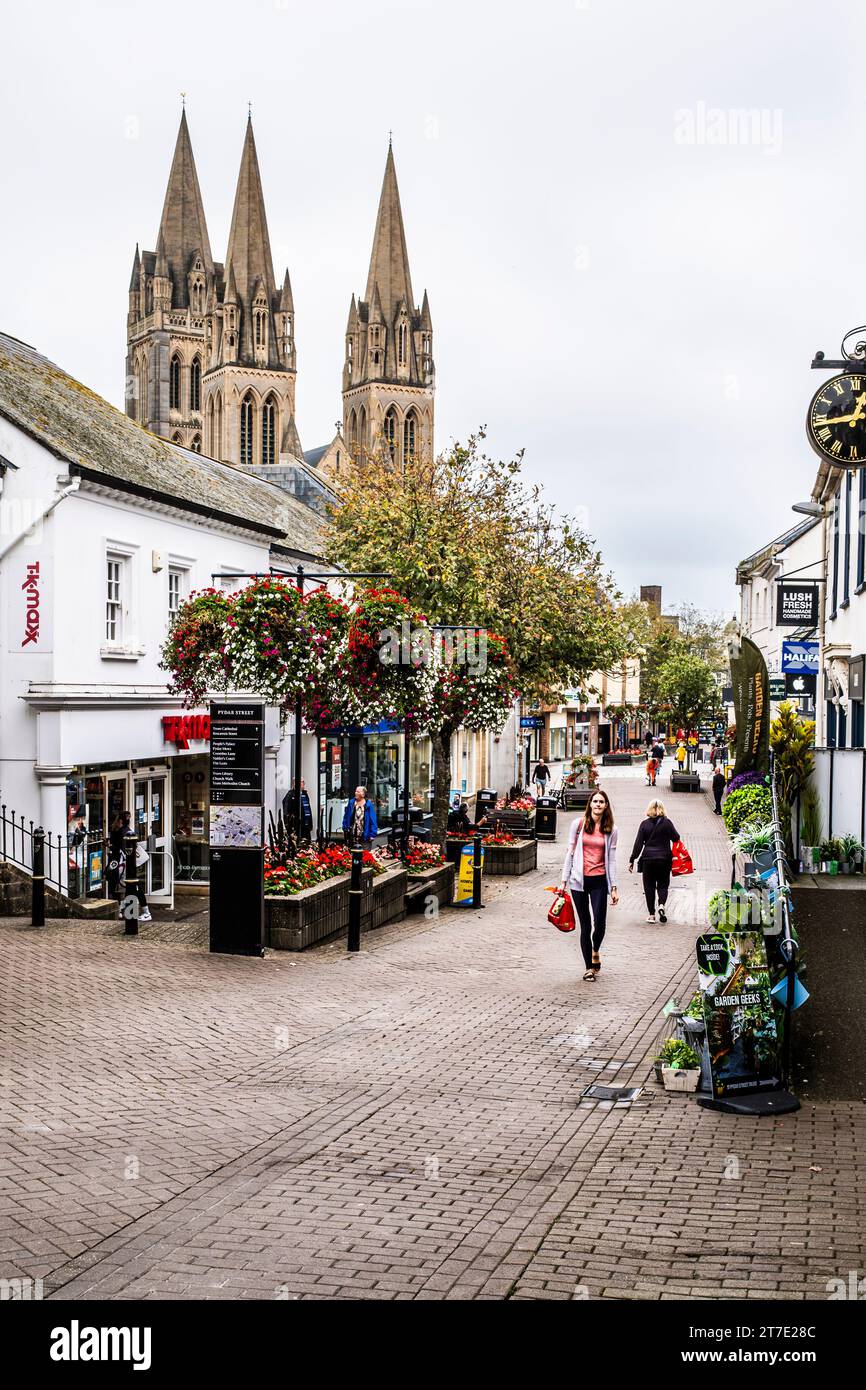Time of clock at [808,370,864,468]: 12:43
